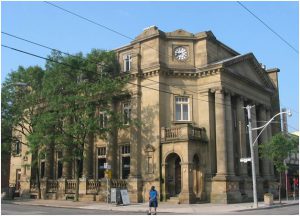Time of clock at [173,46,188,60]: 8:40
